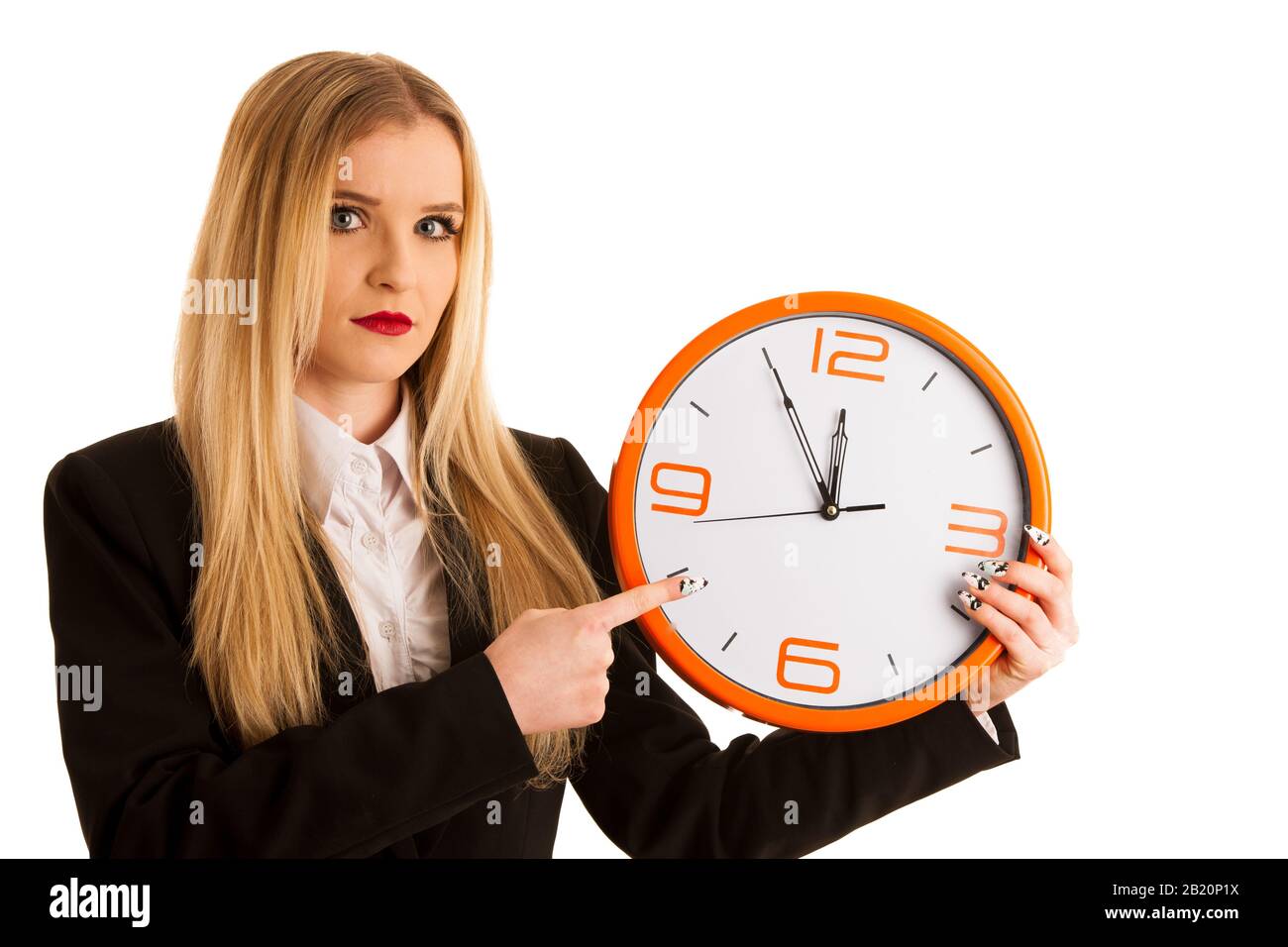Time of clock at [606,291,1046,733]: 11:55
